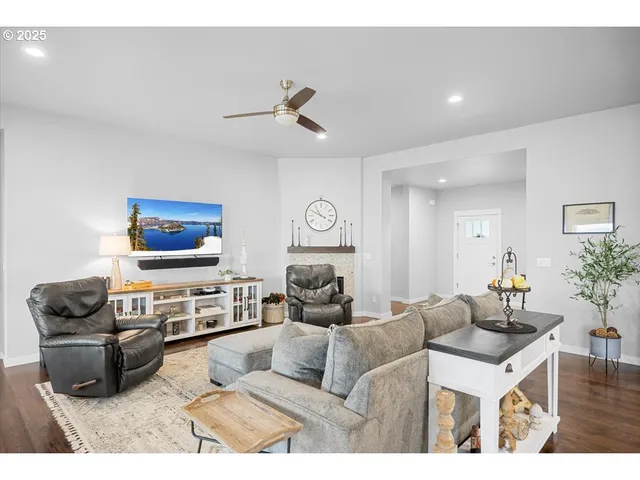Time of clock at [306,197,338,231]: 10:49
